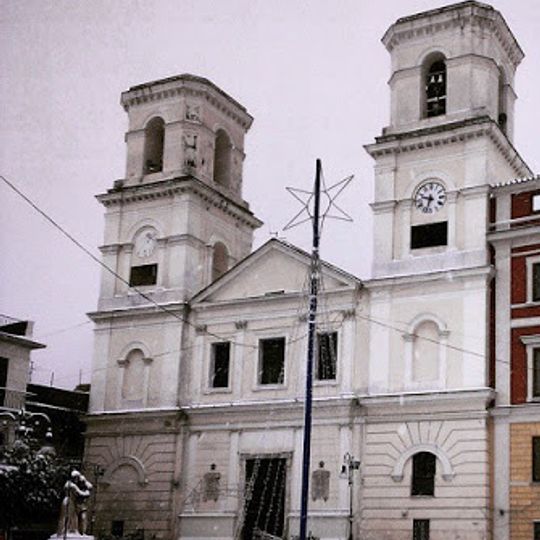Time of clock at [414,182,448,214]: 9:33
